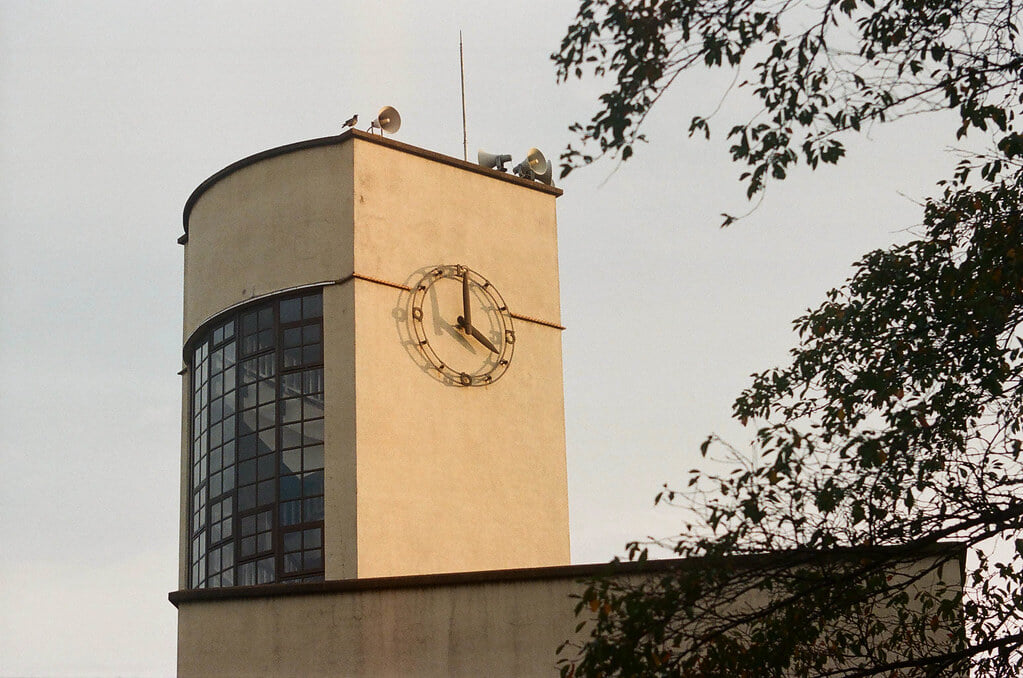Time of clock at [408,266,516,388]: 4:00
